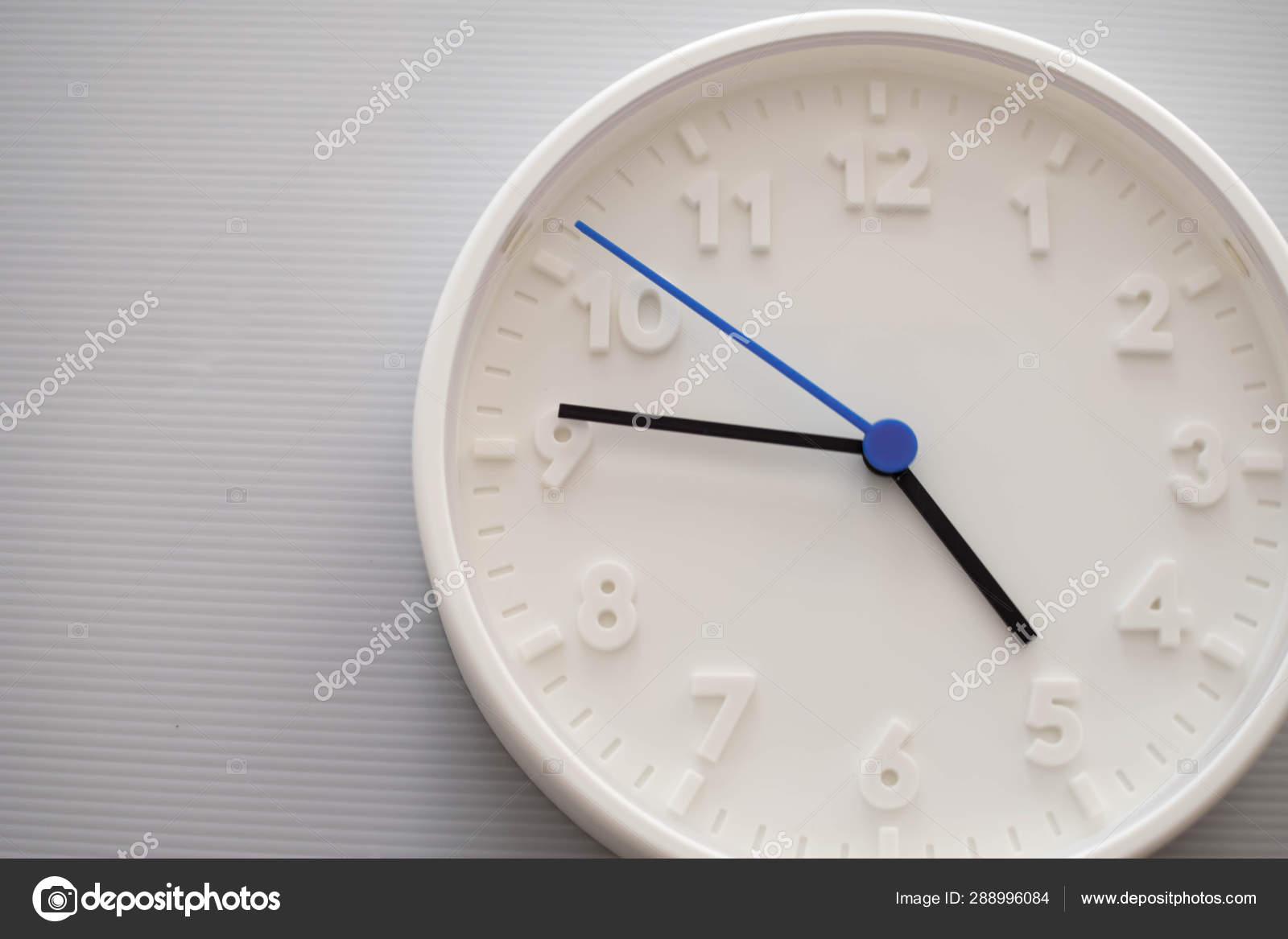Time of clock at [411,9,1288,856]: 4:46
